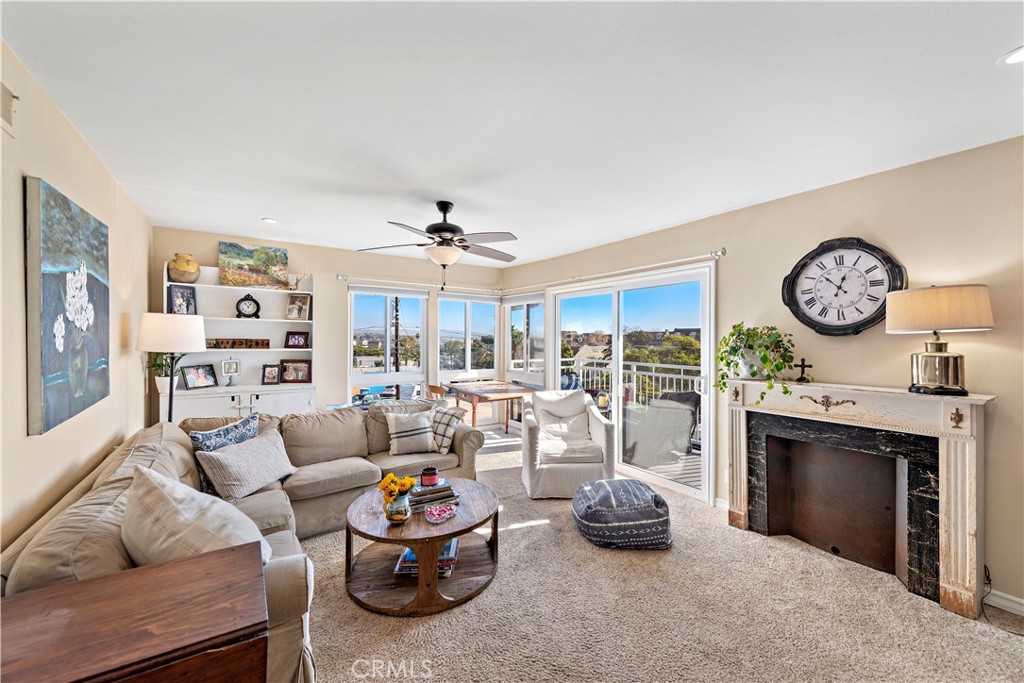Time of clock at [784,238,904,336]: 12:52
